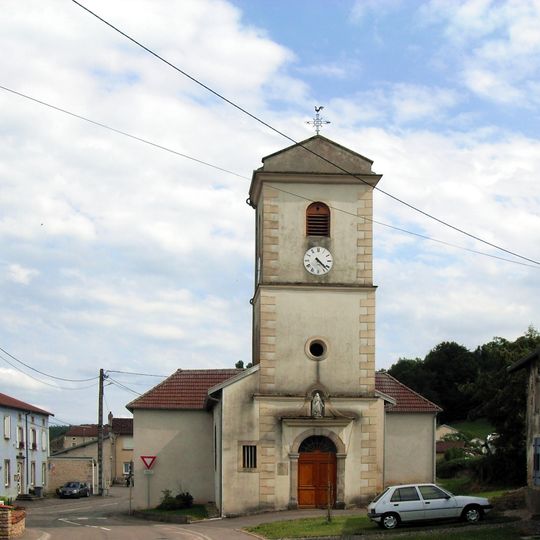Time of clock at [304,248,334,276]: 4:22
